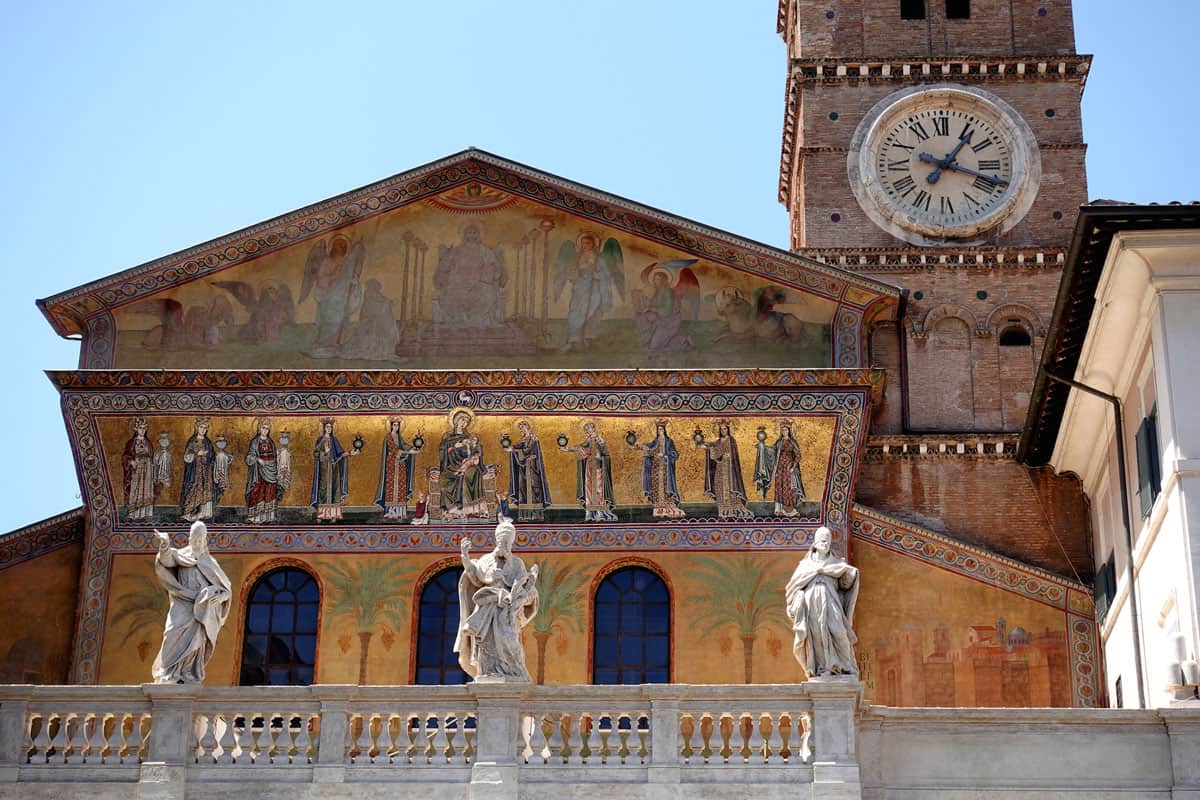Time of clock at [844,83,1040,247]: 1:18
